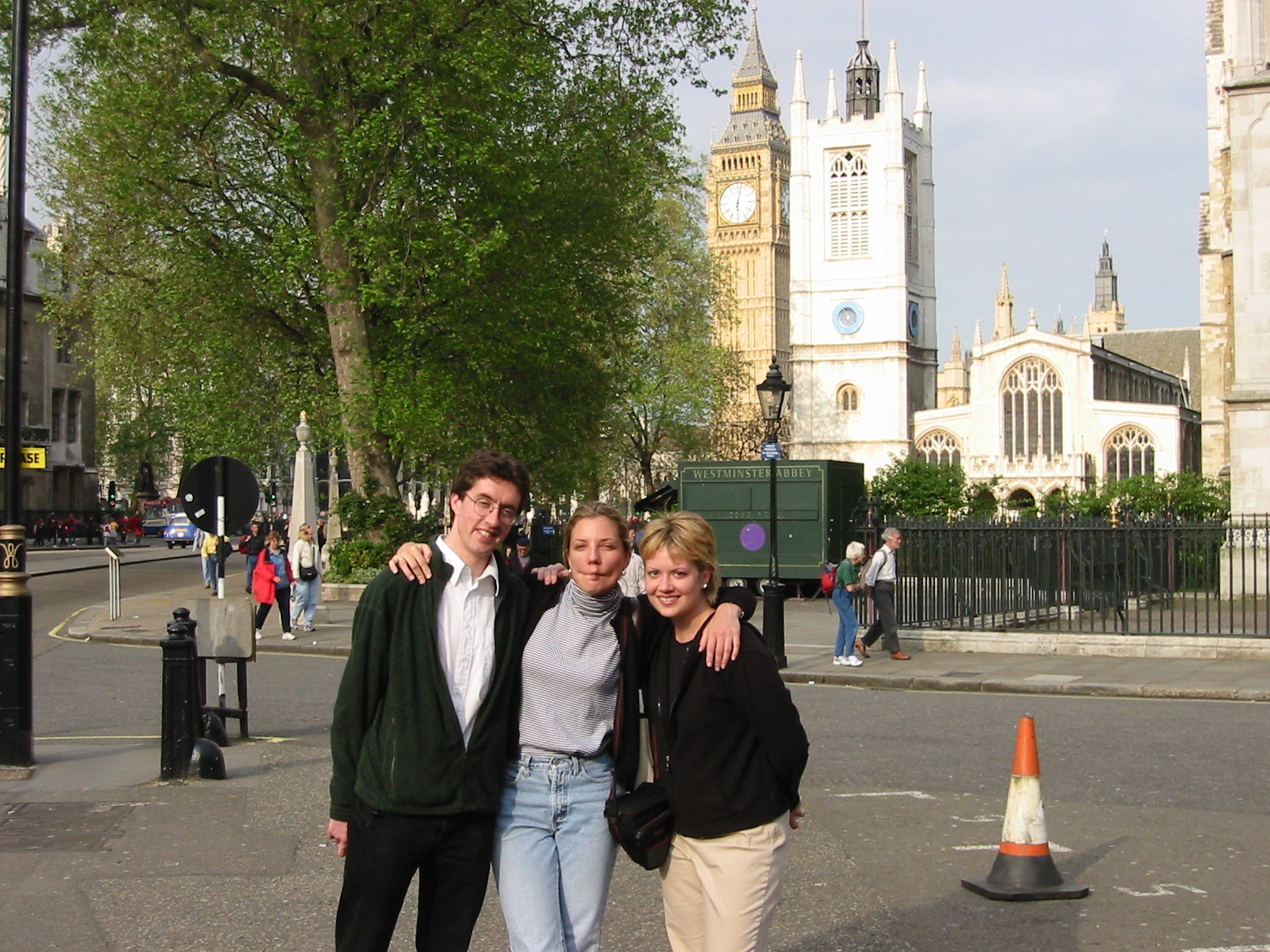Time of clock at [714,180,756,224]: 6:02
